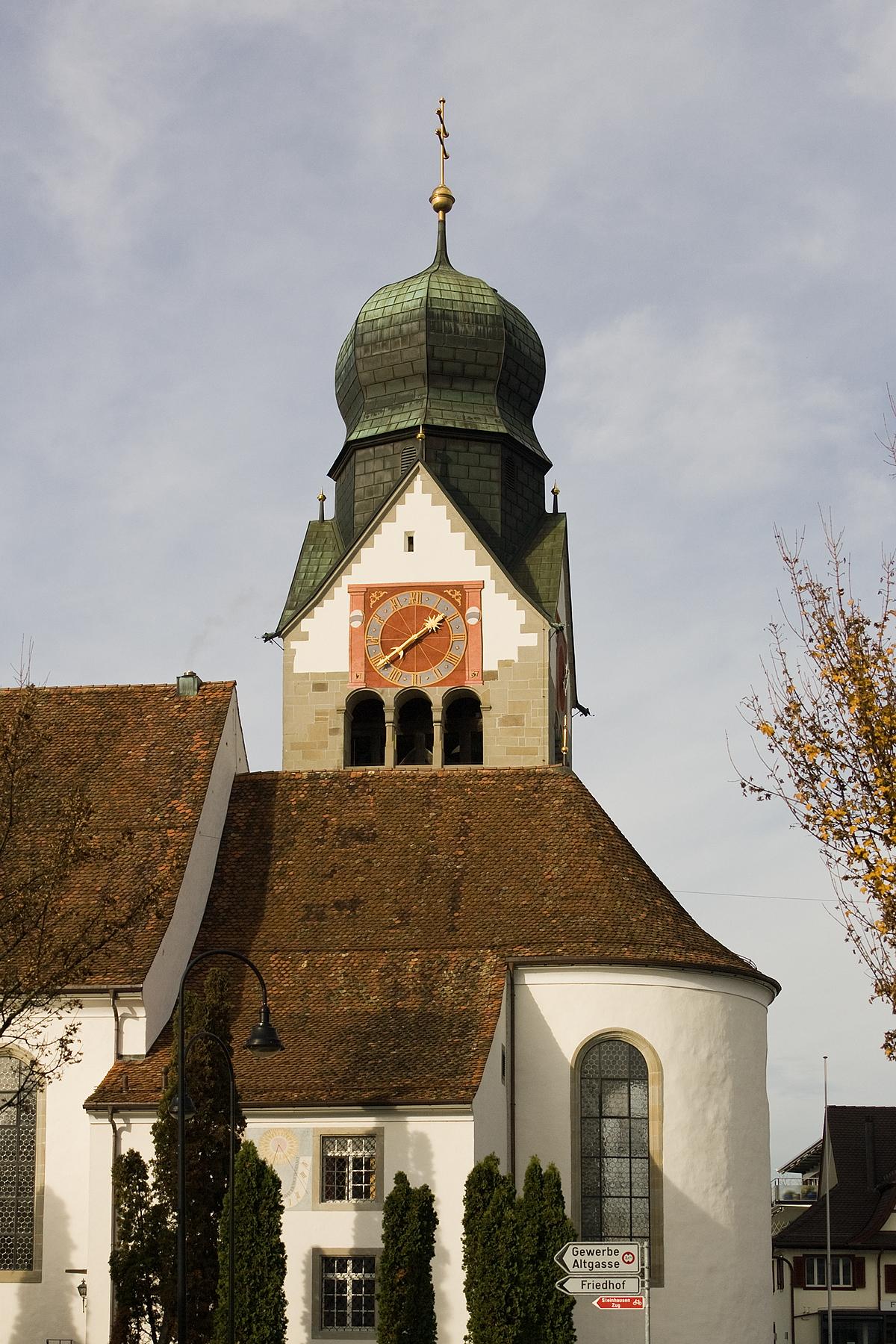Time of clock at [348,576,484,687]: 1:38
